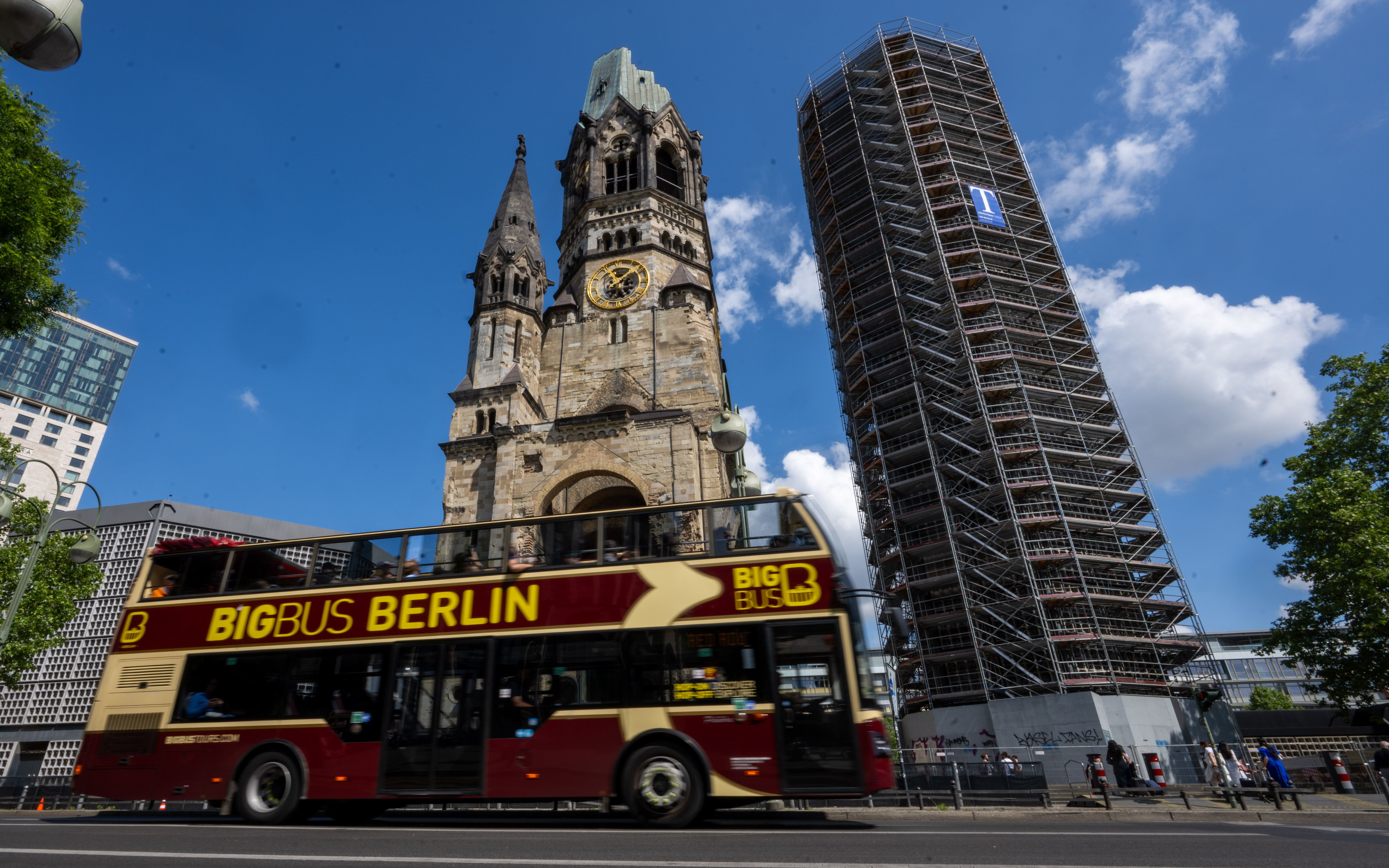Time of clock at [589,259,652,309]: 11:07
